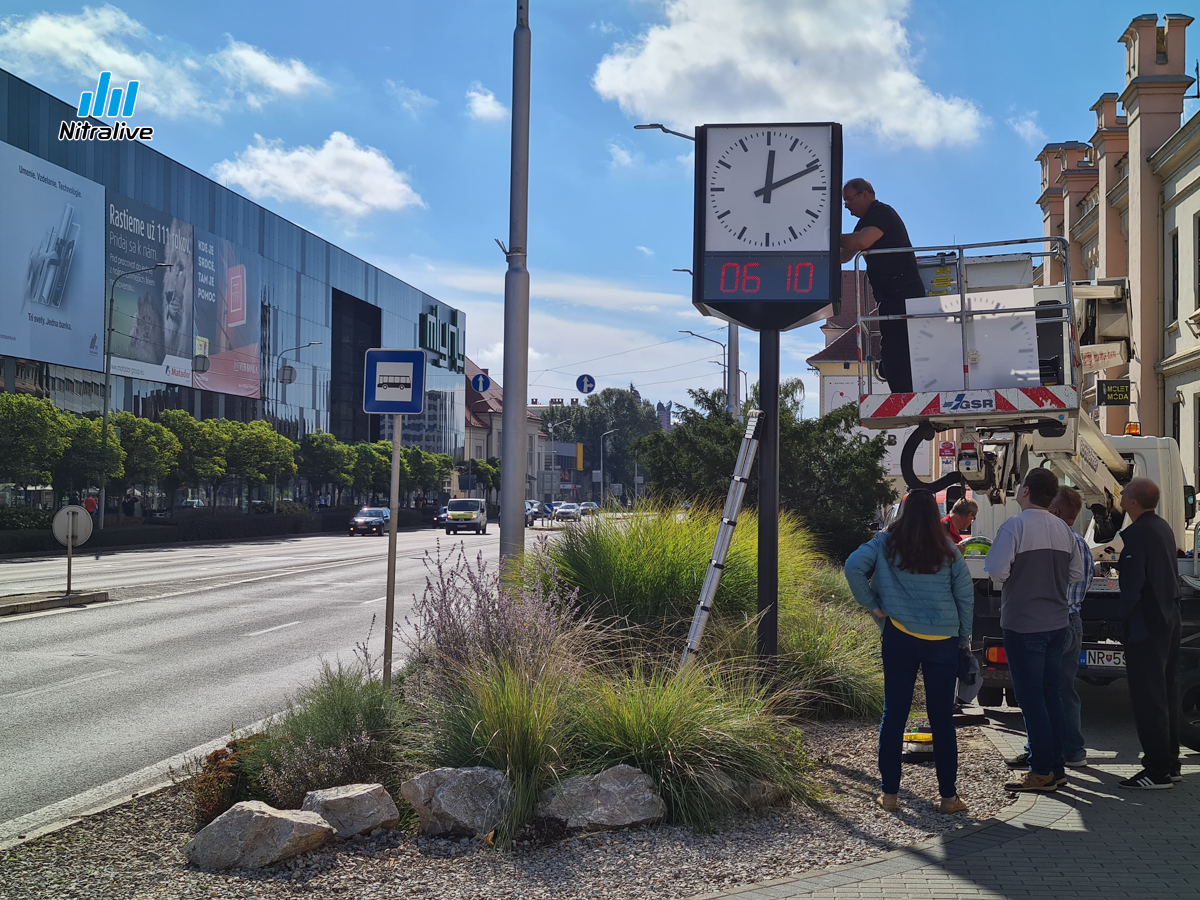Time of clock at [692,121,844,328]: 12:11
